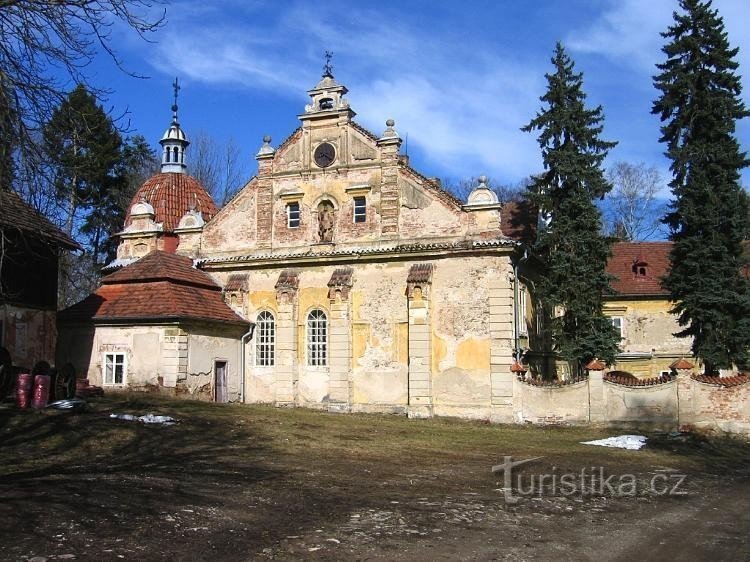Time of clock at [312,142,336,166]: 8:20
